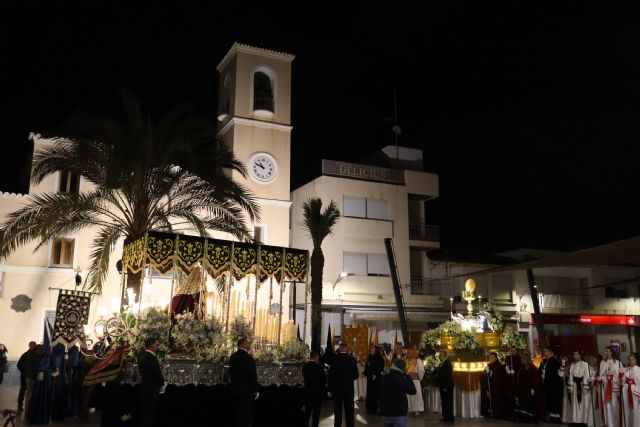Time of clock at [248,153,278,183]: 10:48
